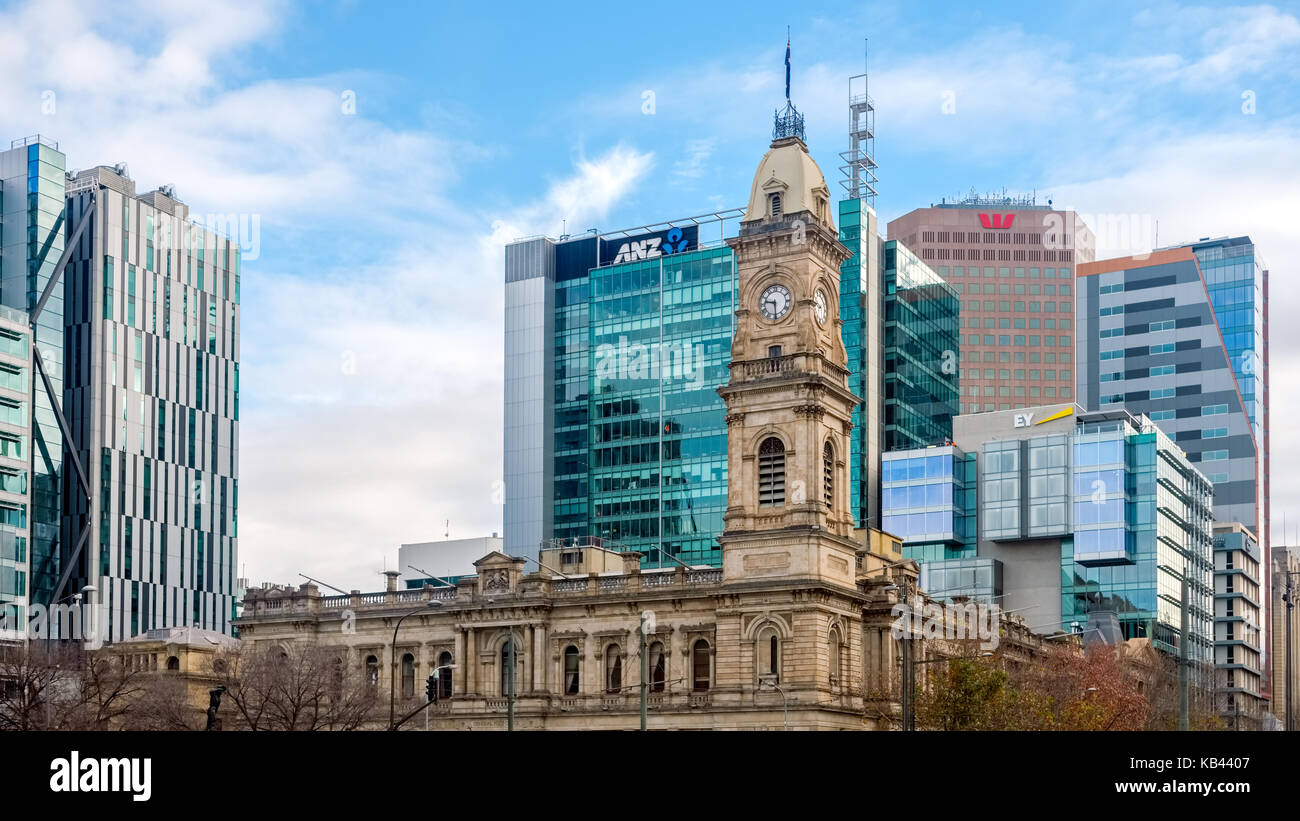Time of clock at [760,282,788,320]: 9:29
